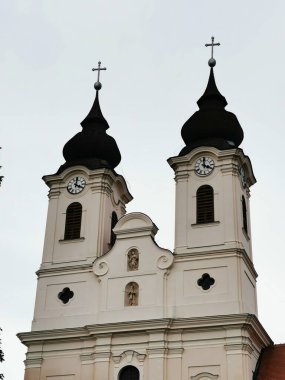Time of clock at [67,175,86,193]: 4:01
